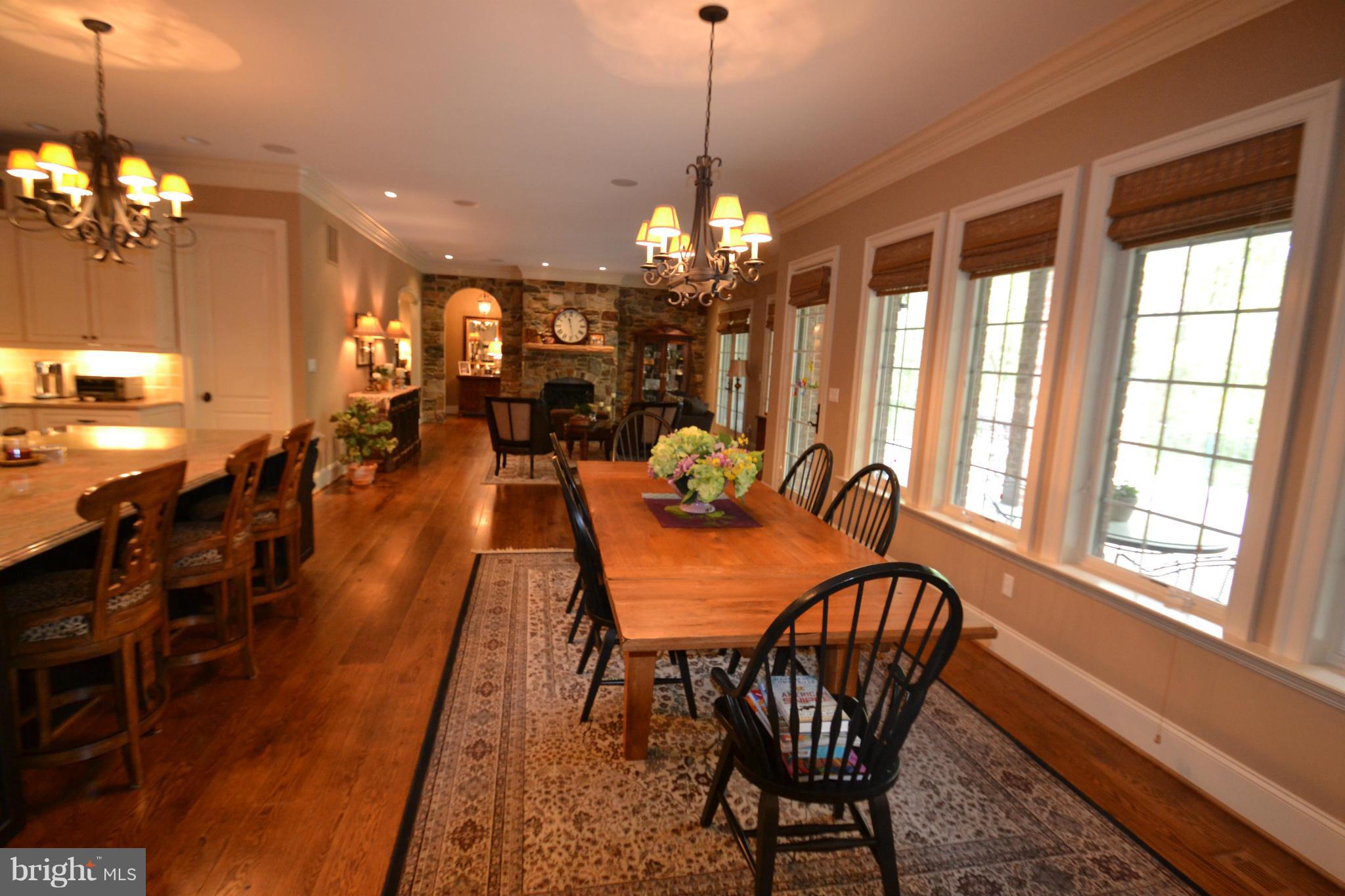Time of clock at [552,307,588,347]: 11:28
